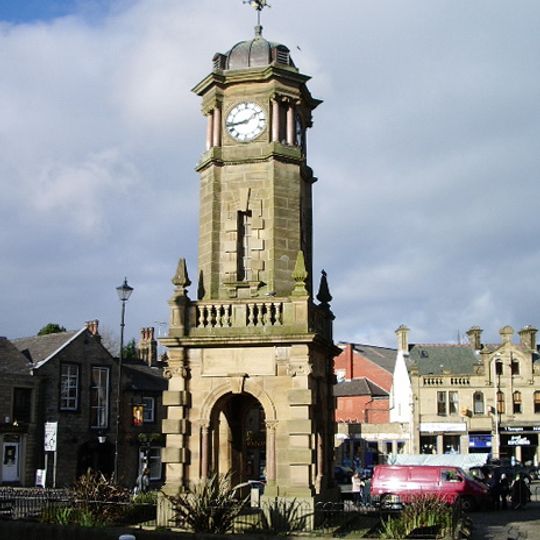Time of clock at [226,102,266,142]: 1:43
